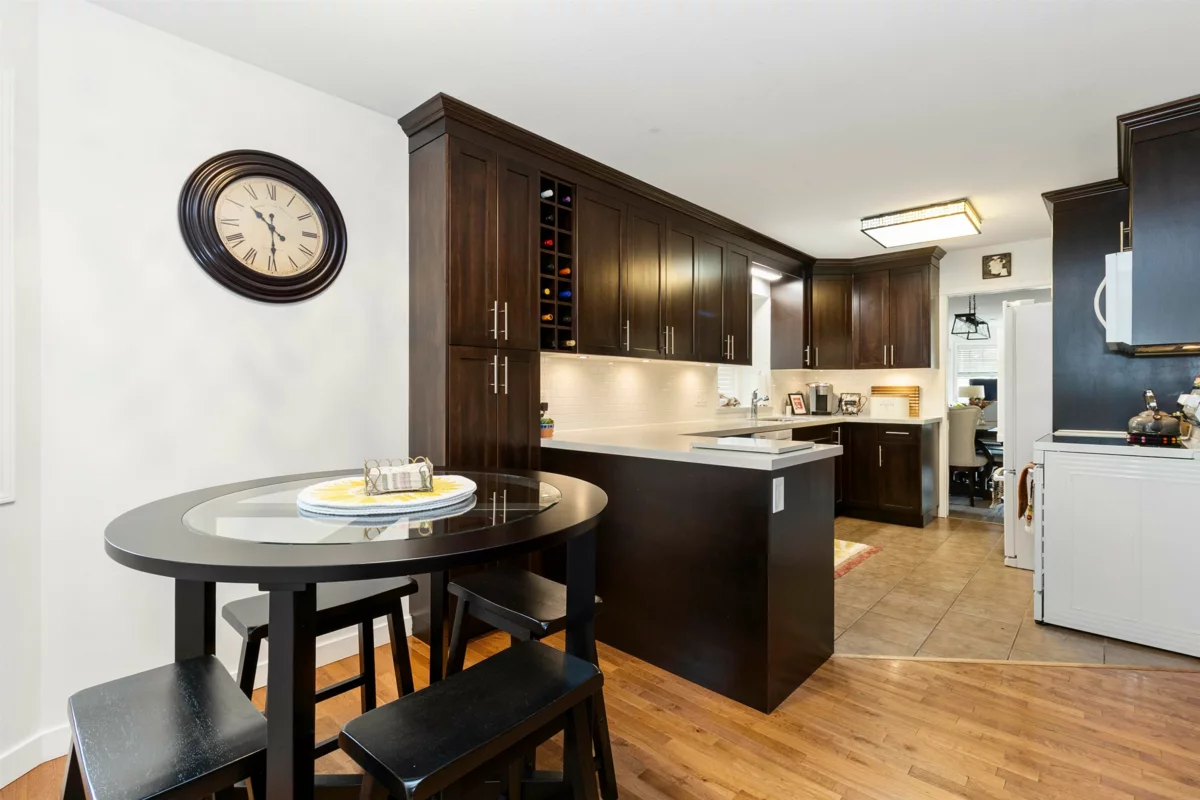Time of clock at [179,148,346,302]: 10:29
